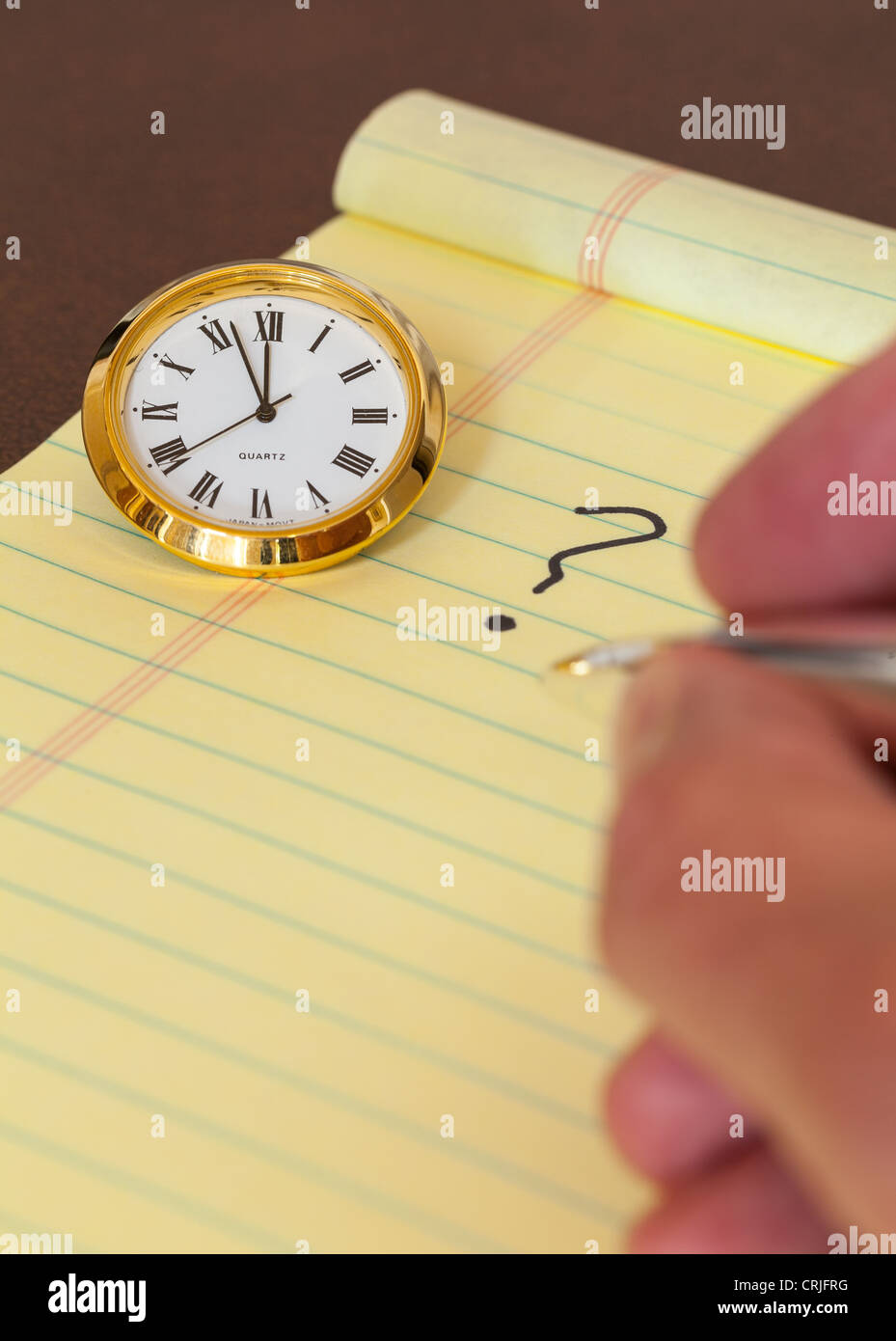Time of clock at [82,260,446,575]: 11:56
